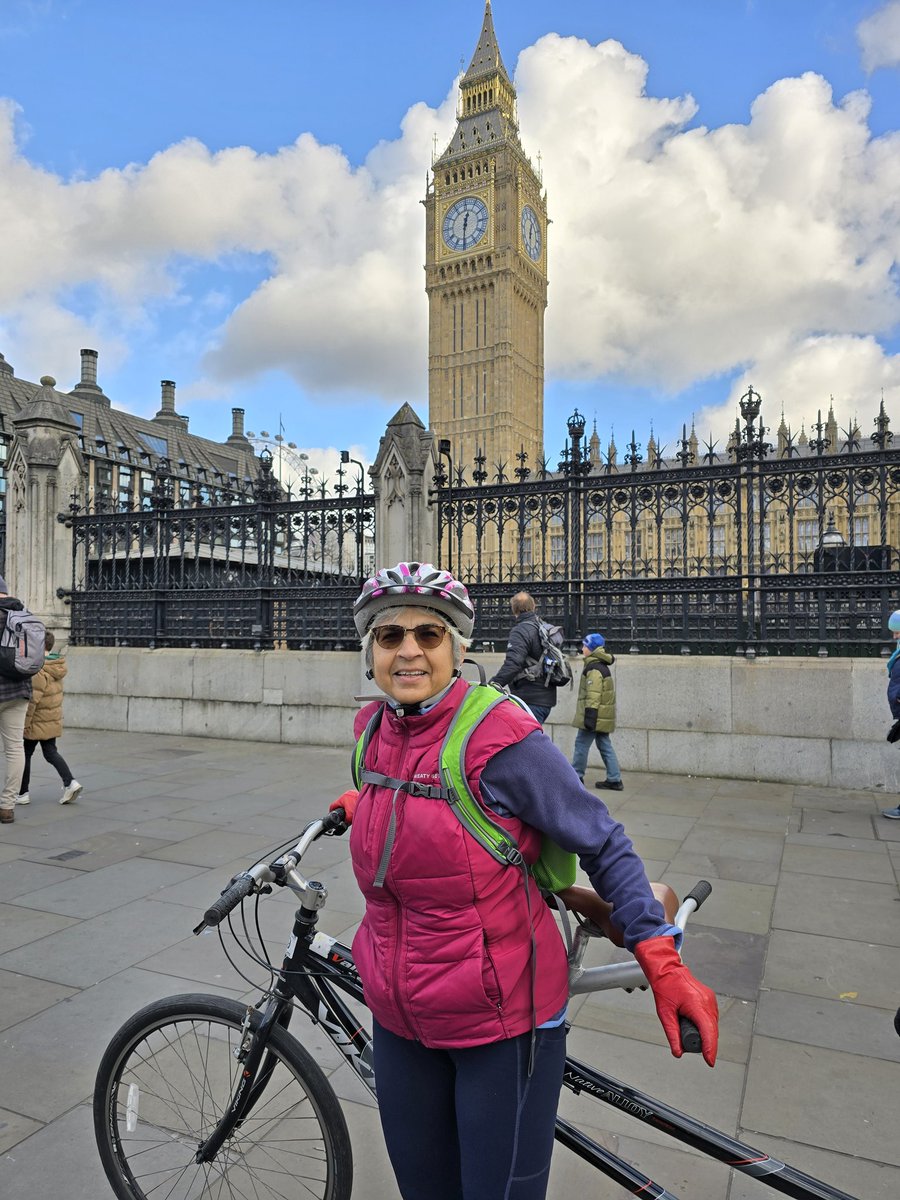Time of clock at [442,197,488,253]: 12:30
